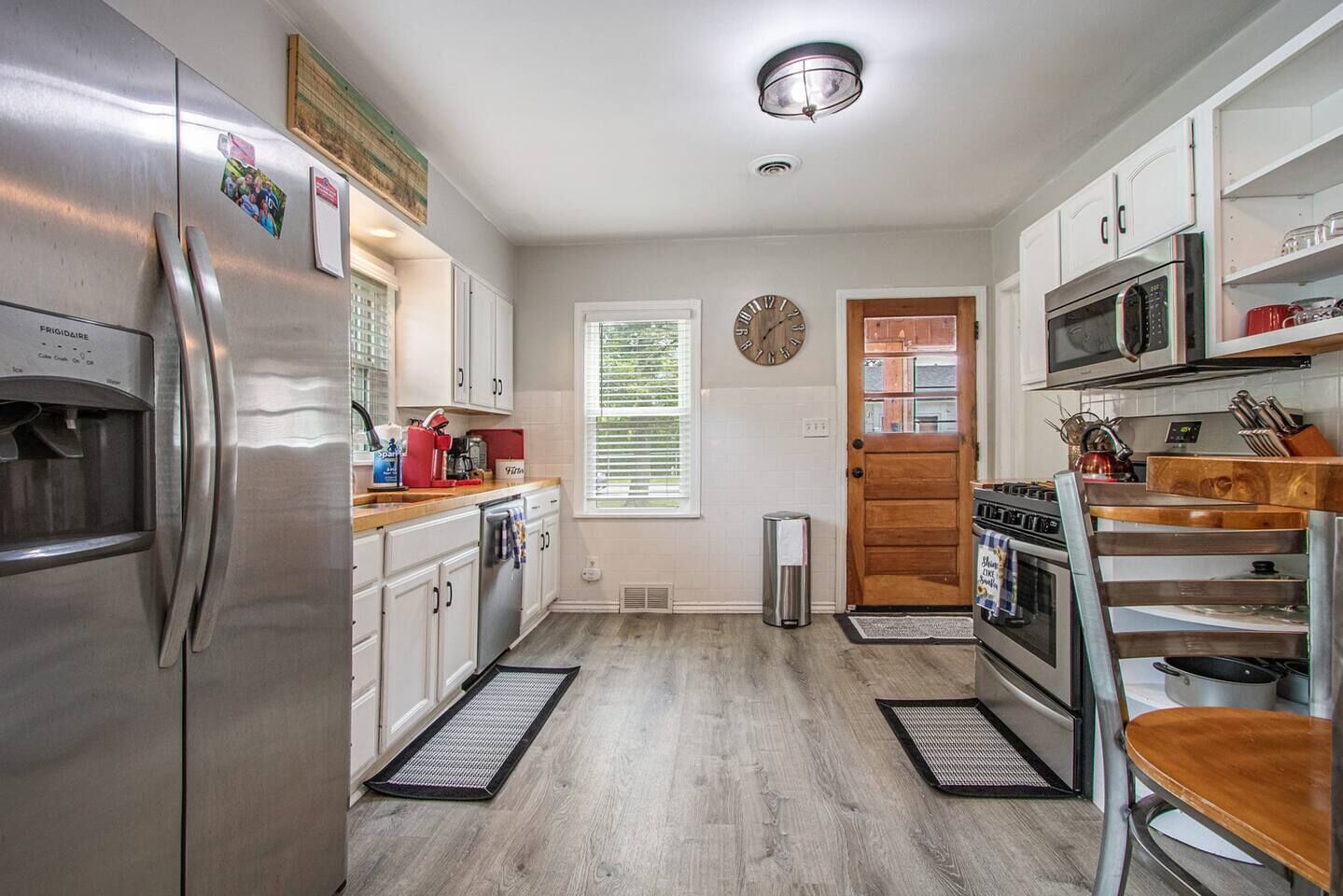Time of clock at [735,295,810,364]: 7:09
